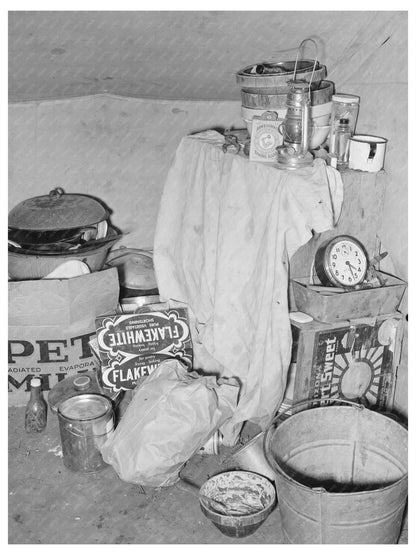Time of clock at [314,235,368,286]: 4:27
